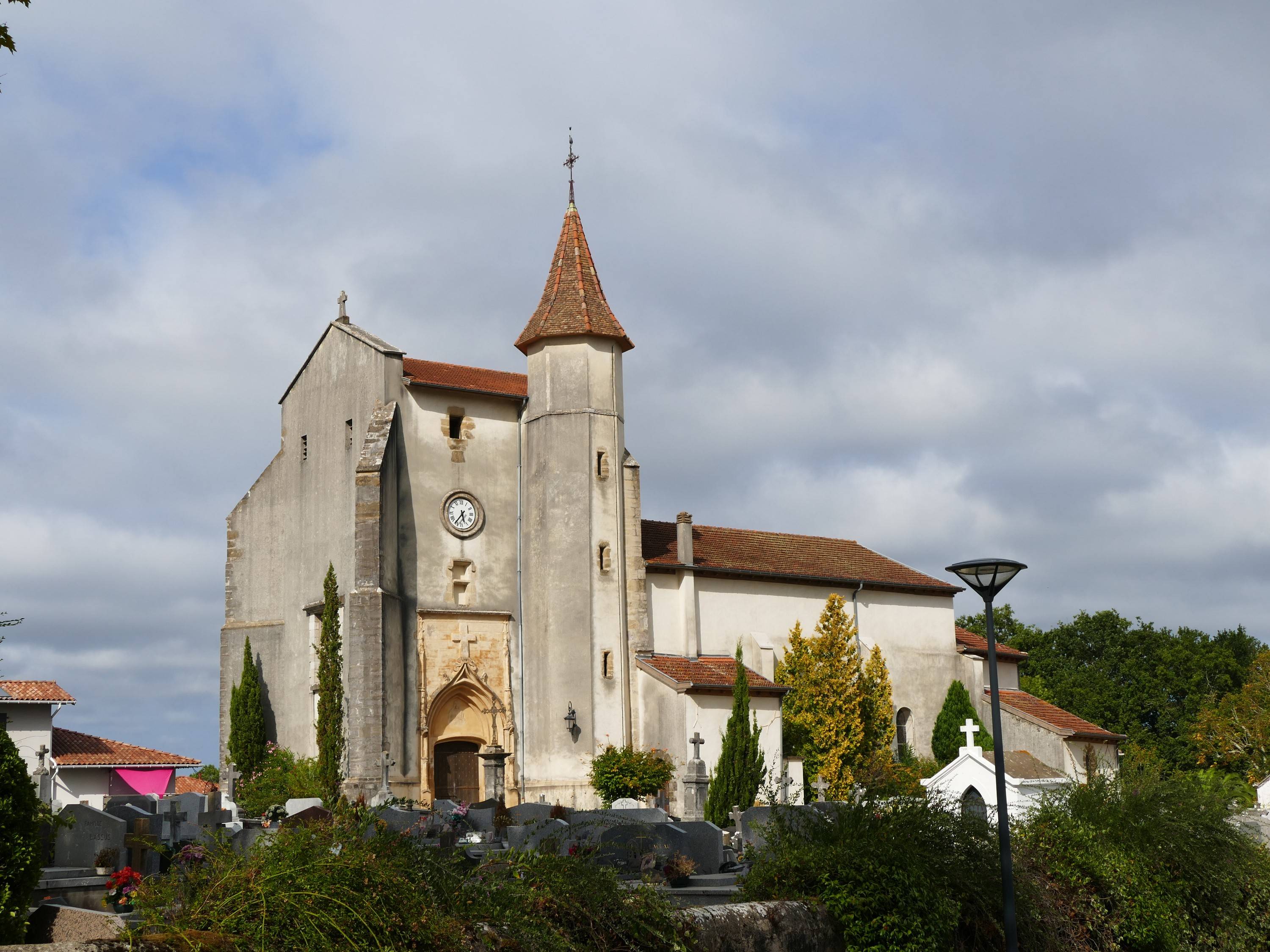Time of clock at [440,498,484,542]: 5:36
